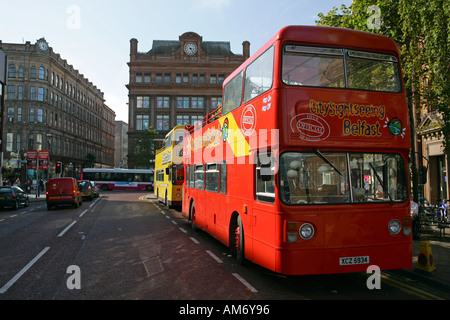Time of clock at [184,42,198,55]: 3:24
